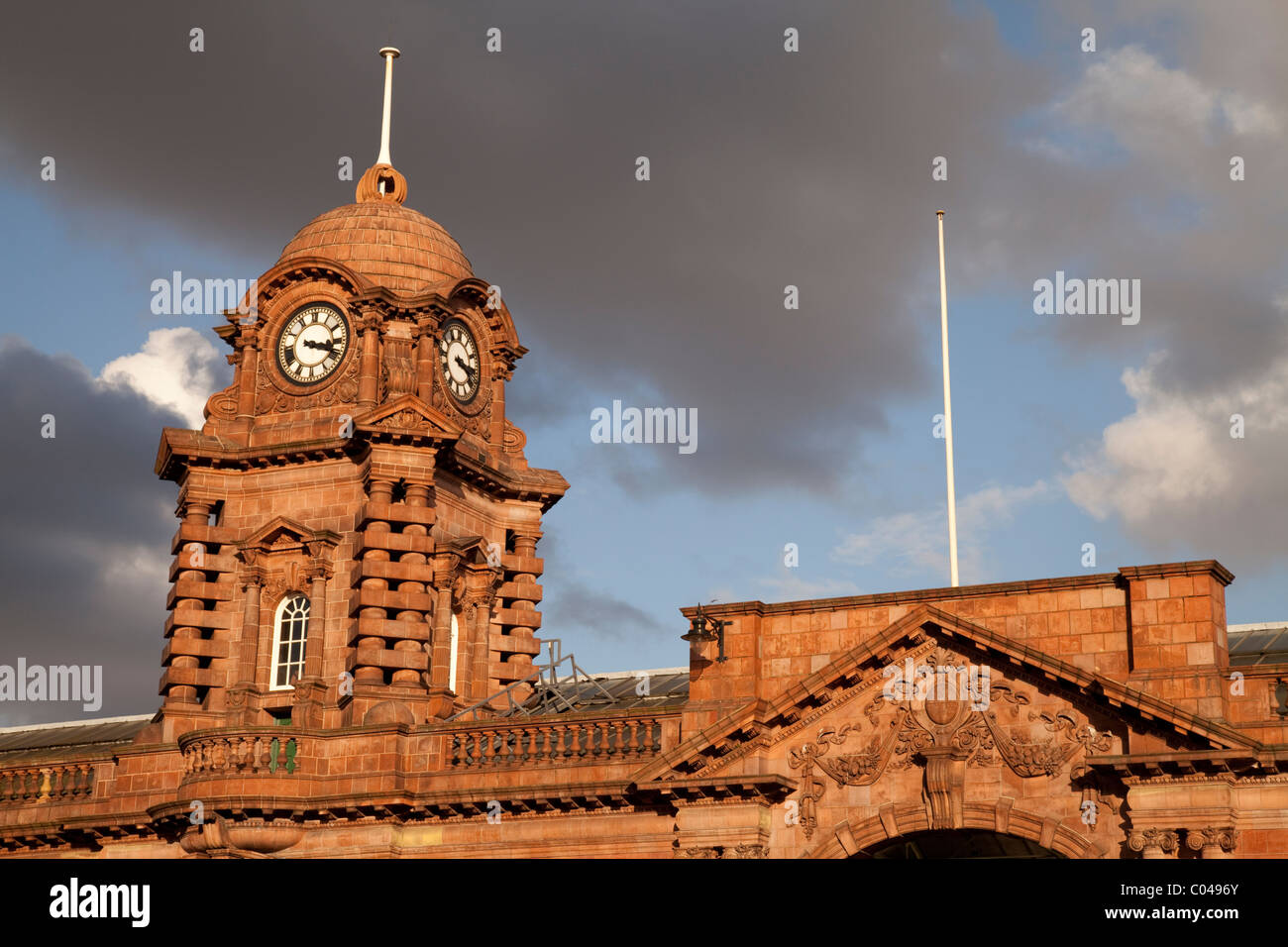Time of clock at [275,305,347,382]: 3:18
